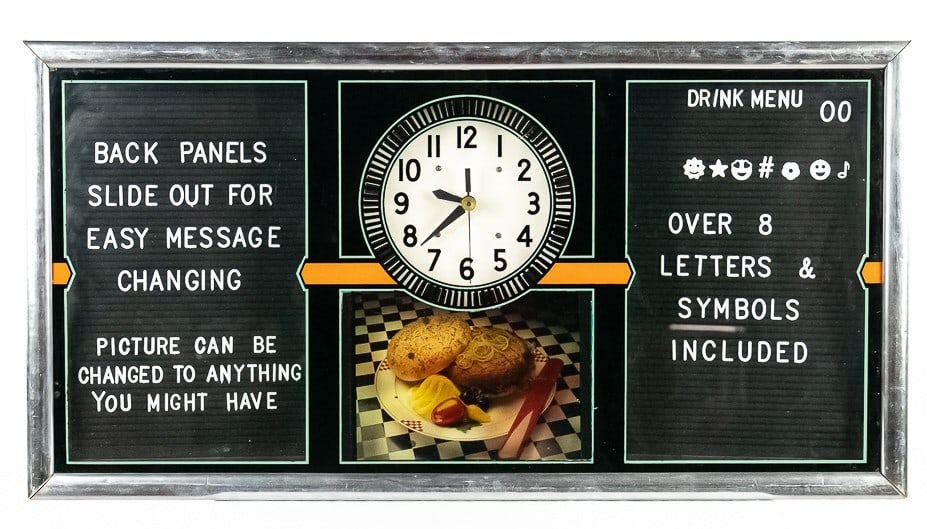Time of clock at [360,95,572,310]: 9:38
